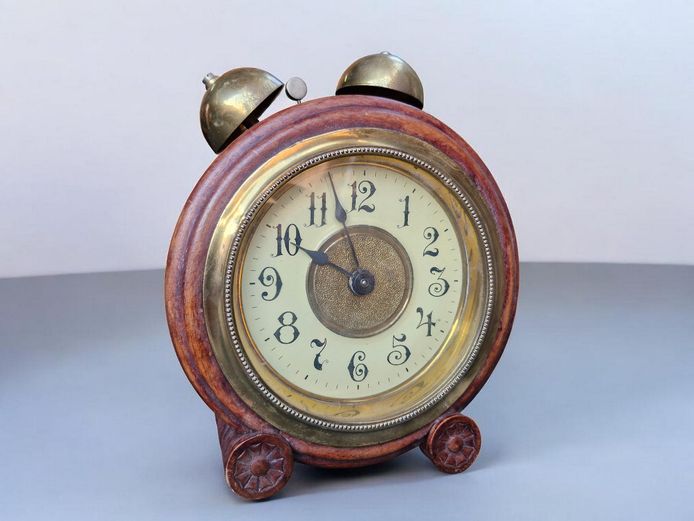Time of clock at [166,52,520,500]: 9:57
